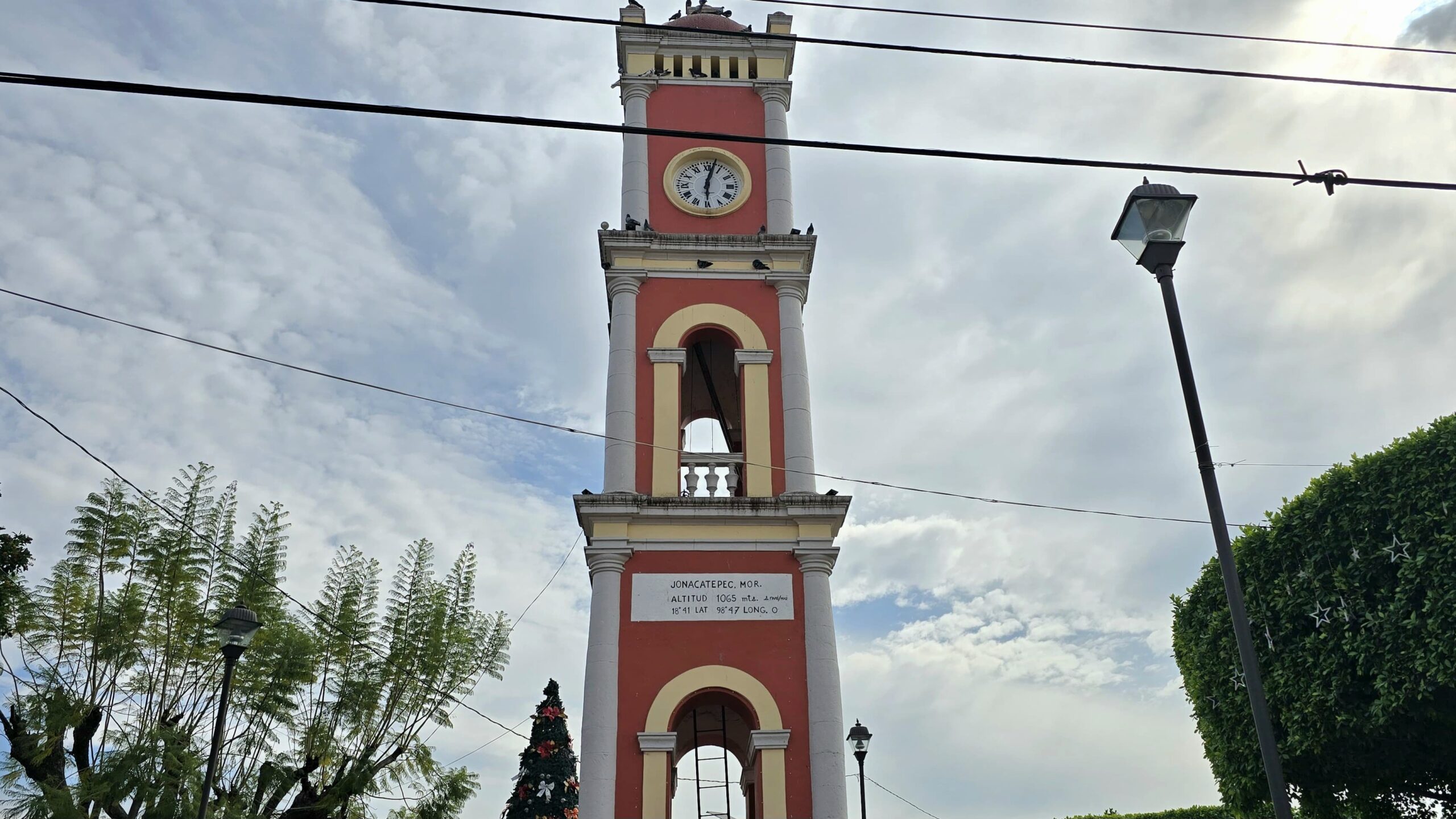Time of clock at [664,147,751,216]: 6:02
